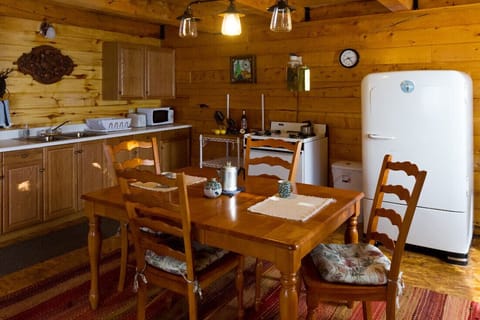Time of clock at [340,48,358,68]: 8:23
